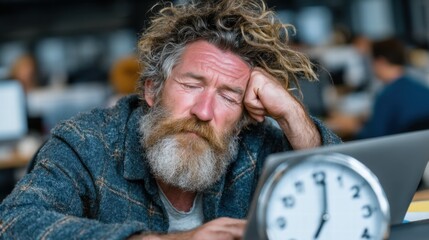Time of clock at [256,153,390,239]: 7:01
